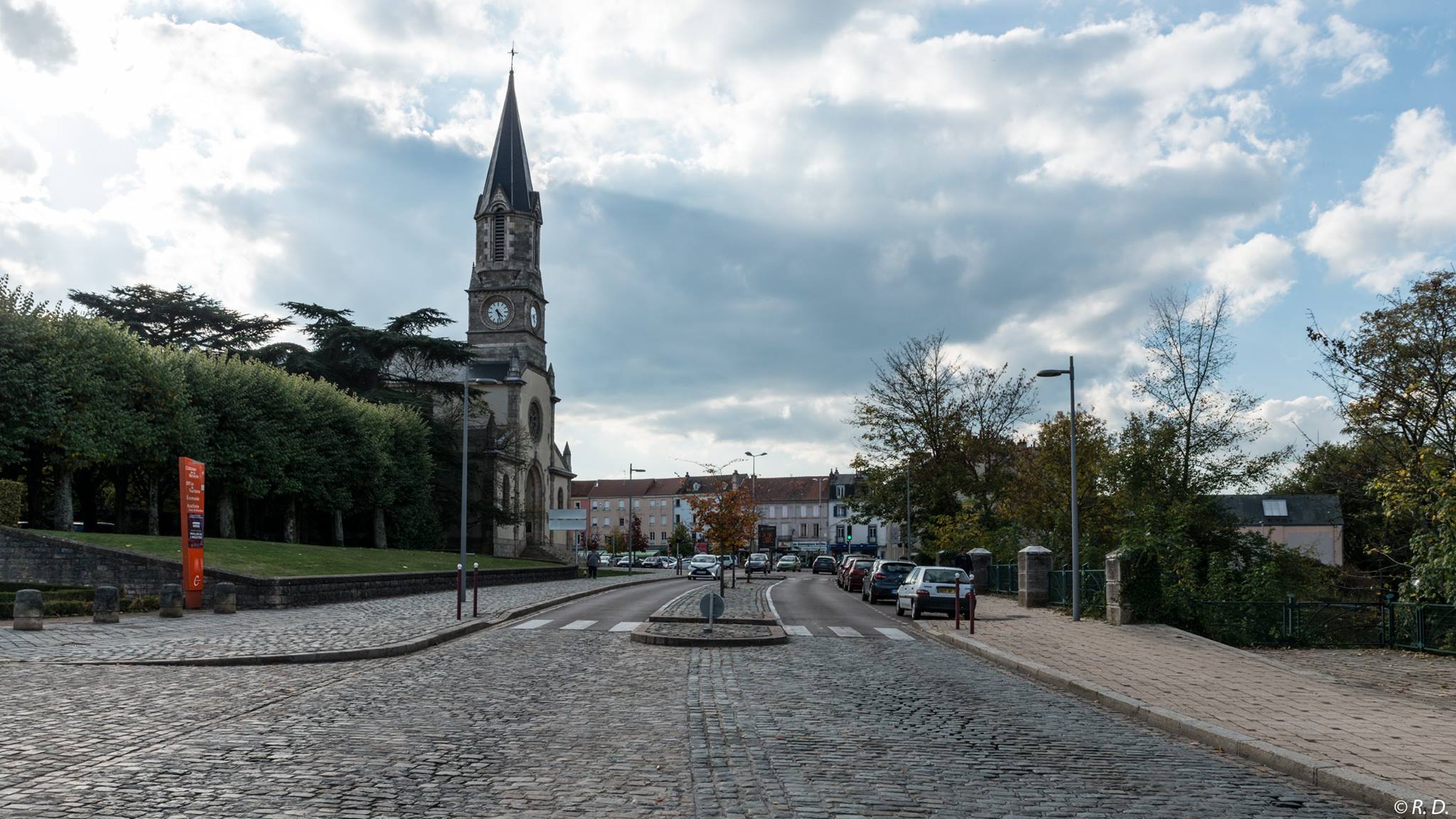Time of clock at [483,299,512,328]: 4:27
